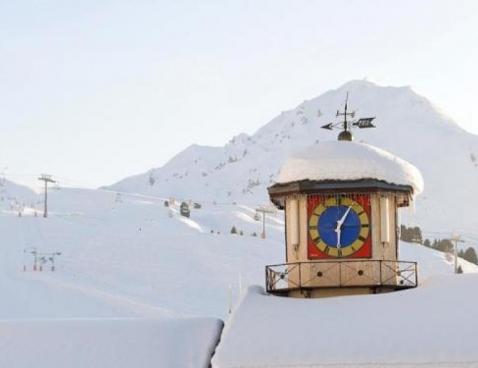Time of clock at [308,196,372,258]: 6:05
